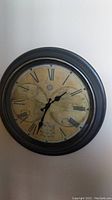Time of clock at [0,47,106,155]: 1:33
